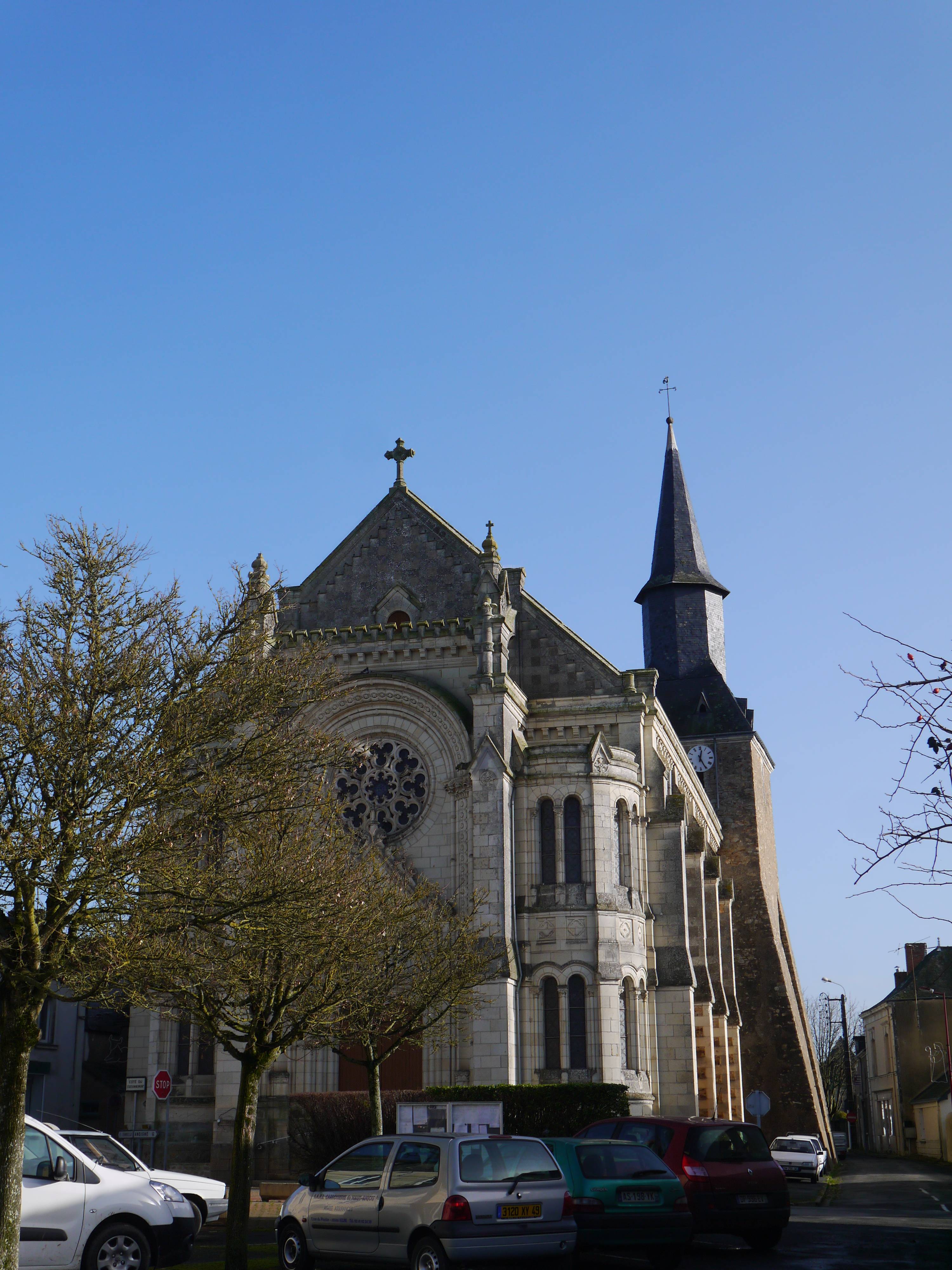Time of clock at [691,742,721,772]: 12:25
